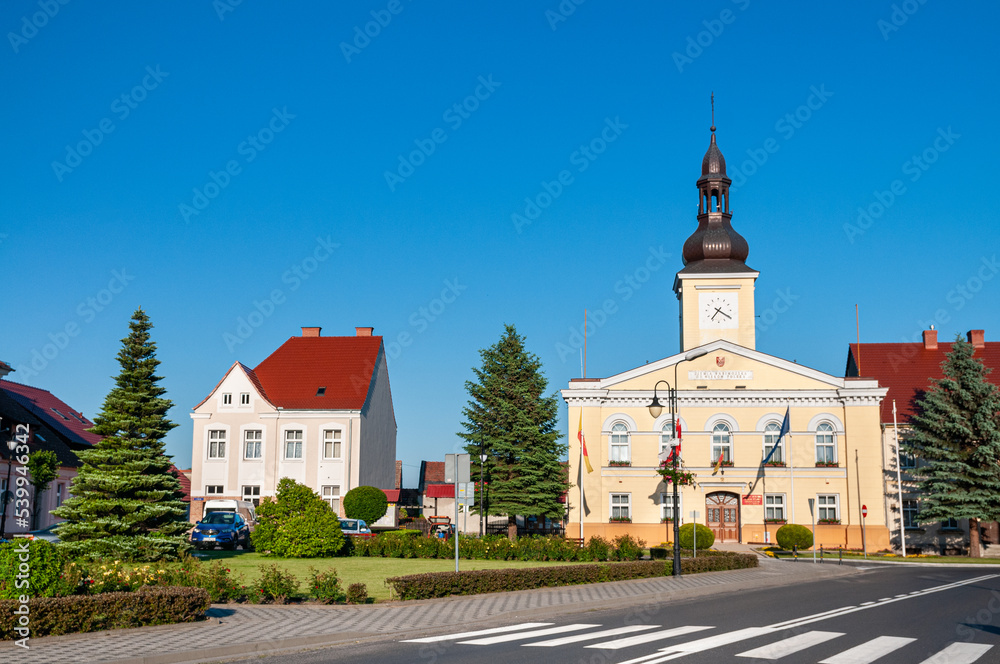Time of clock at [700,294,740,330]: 7:20
